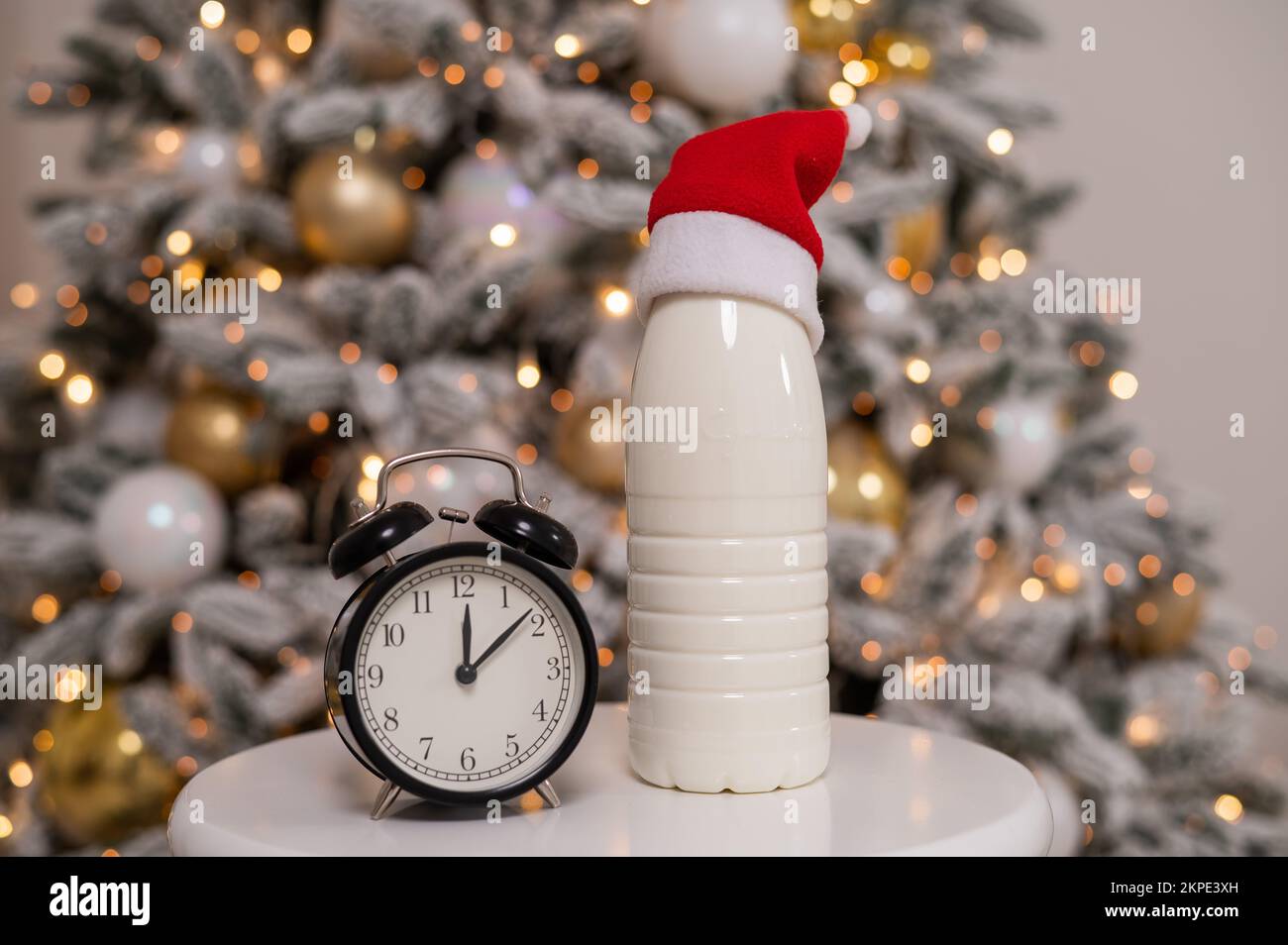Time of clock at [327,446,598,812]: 12:08
